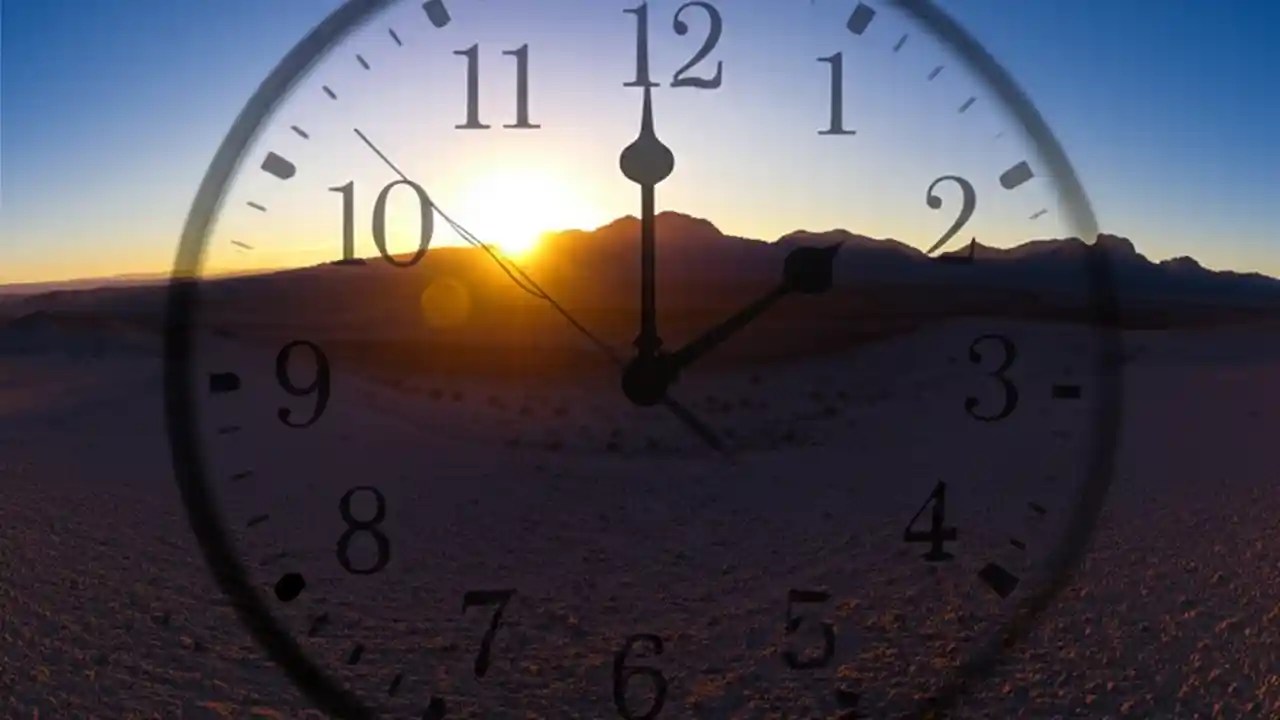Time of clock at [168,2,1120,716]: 1:59
